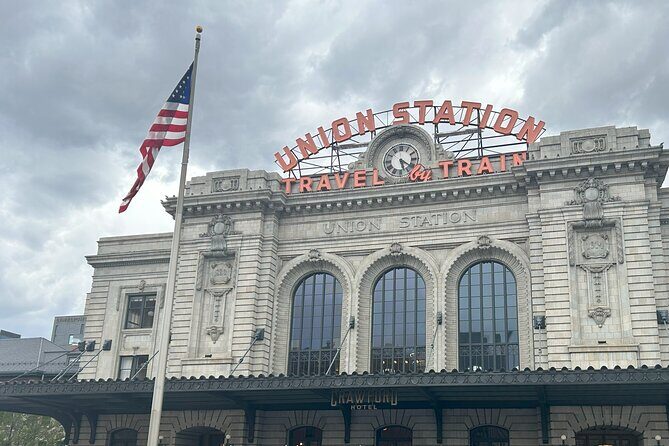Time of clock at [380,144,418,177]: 5:20
